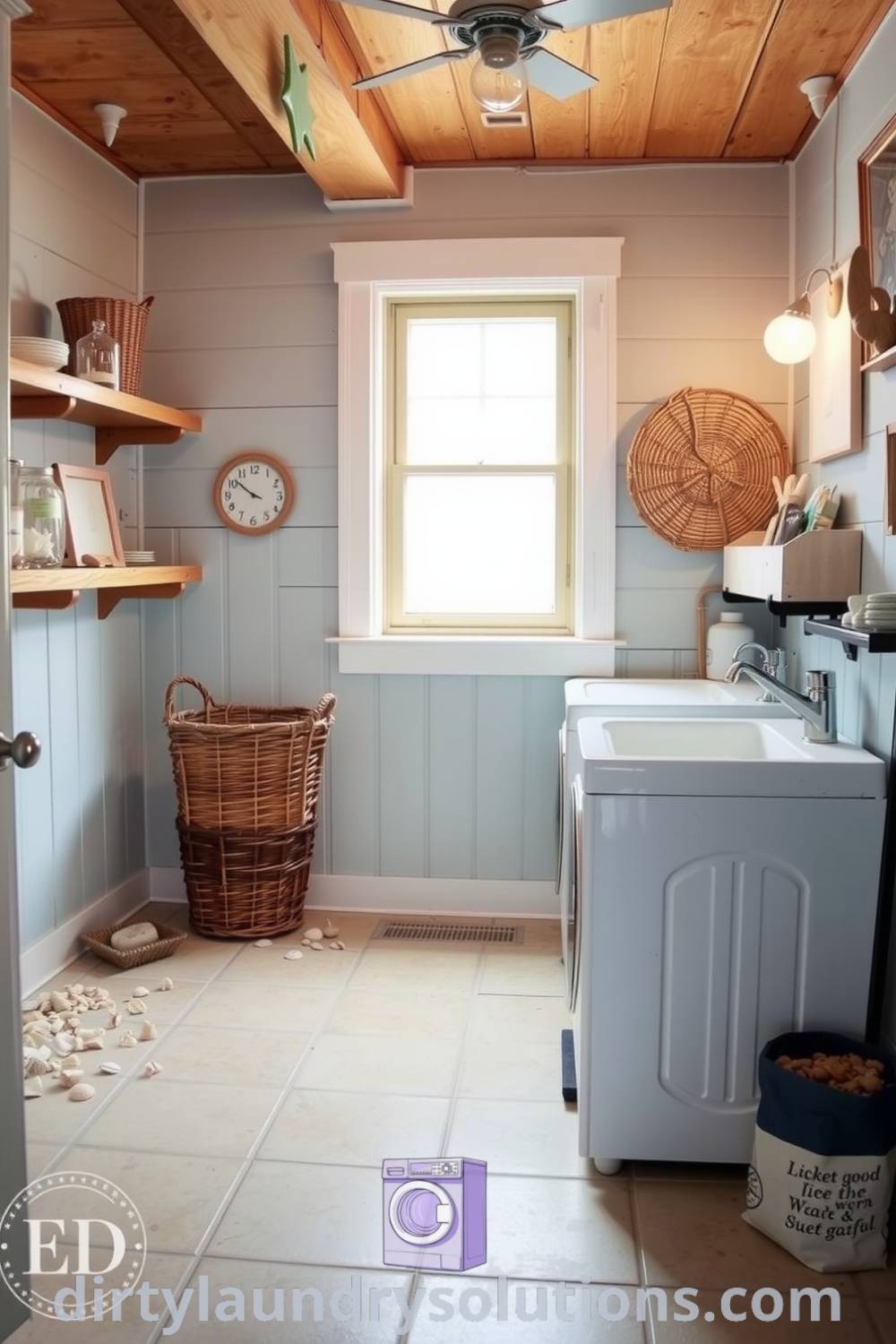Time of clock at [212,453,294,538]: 3:51
